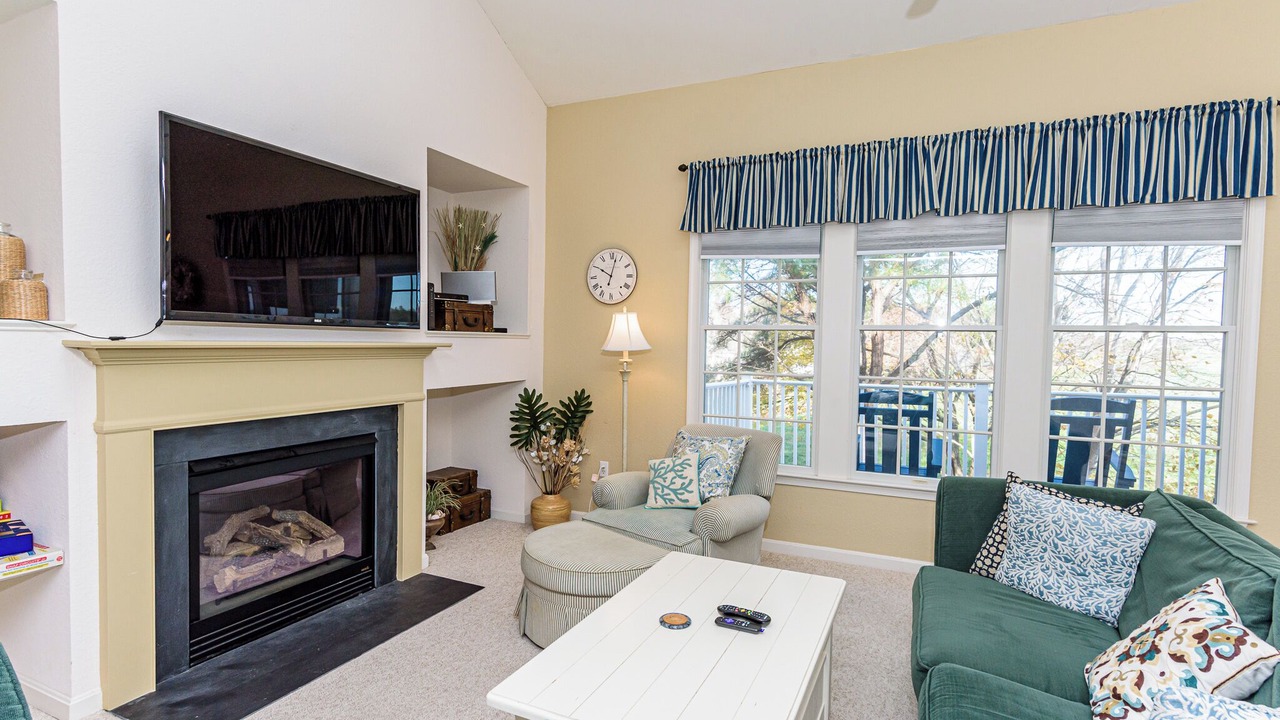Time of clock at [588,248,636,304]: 10:02
